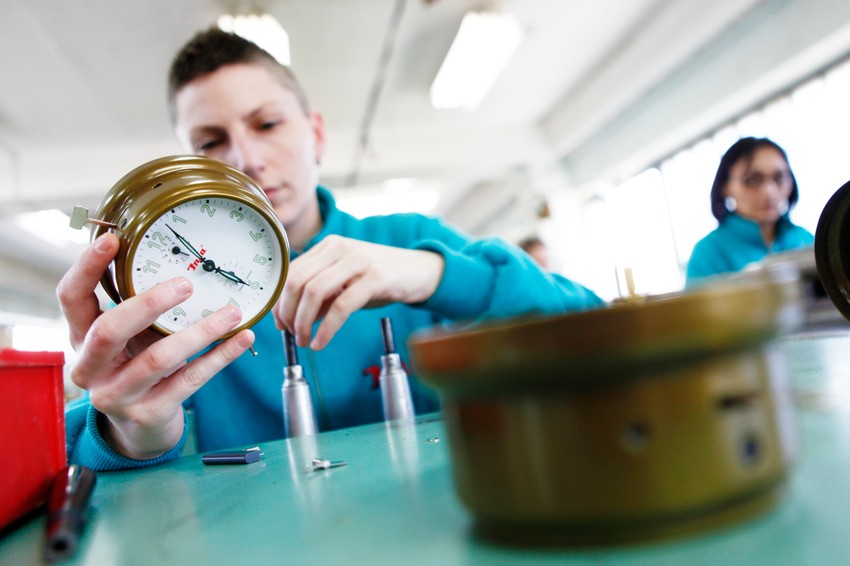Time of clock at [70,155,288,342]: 3:52
